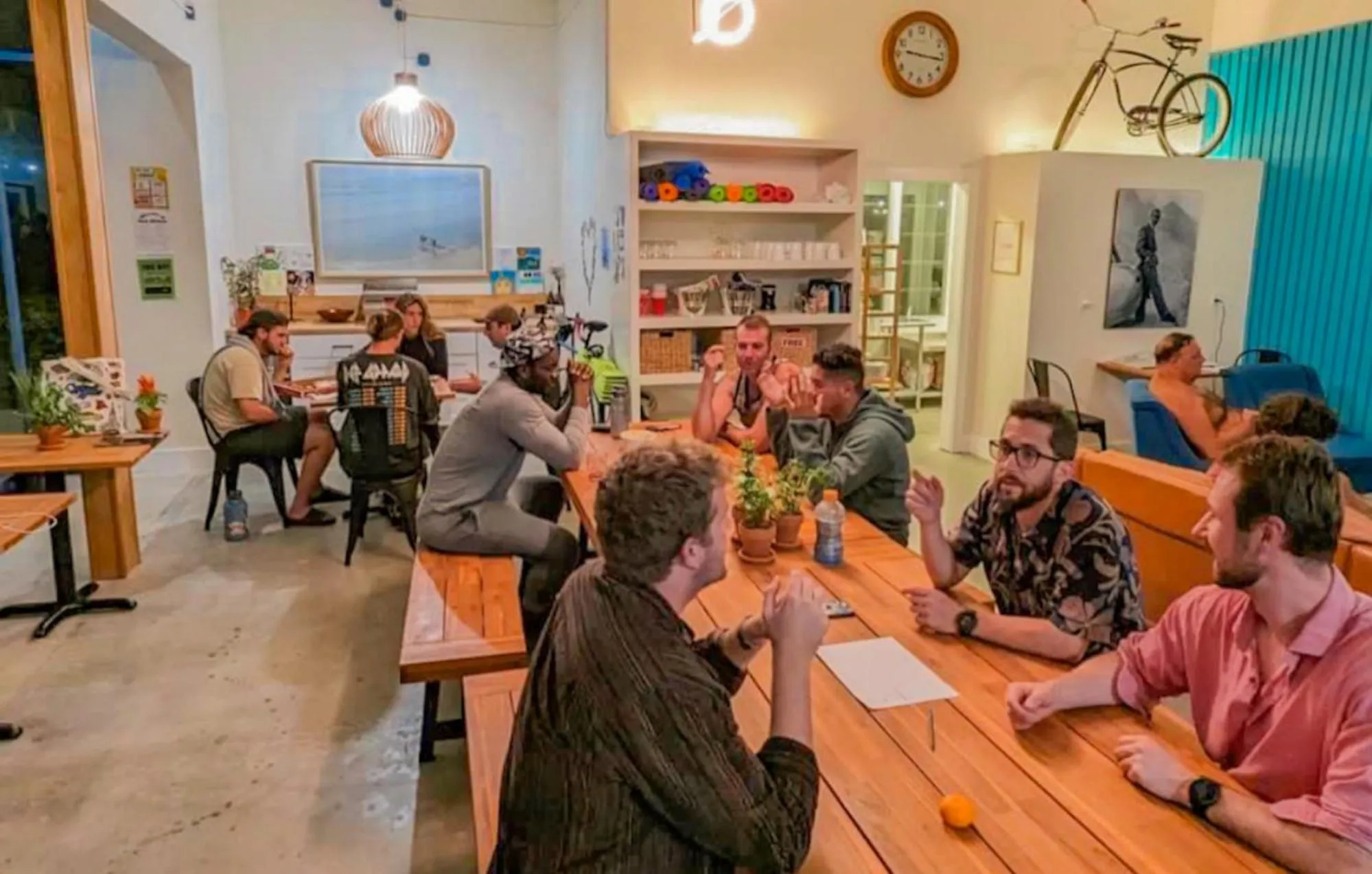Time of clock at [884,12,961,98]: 9:16
